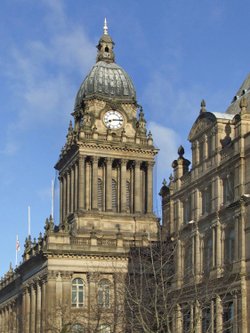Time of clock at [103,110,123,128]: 8:14
